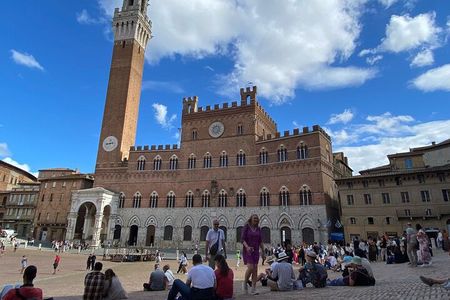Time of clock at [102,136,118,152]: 11:43
